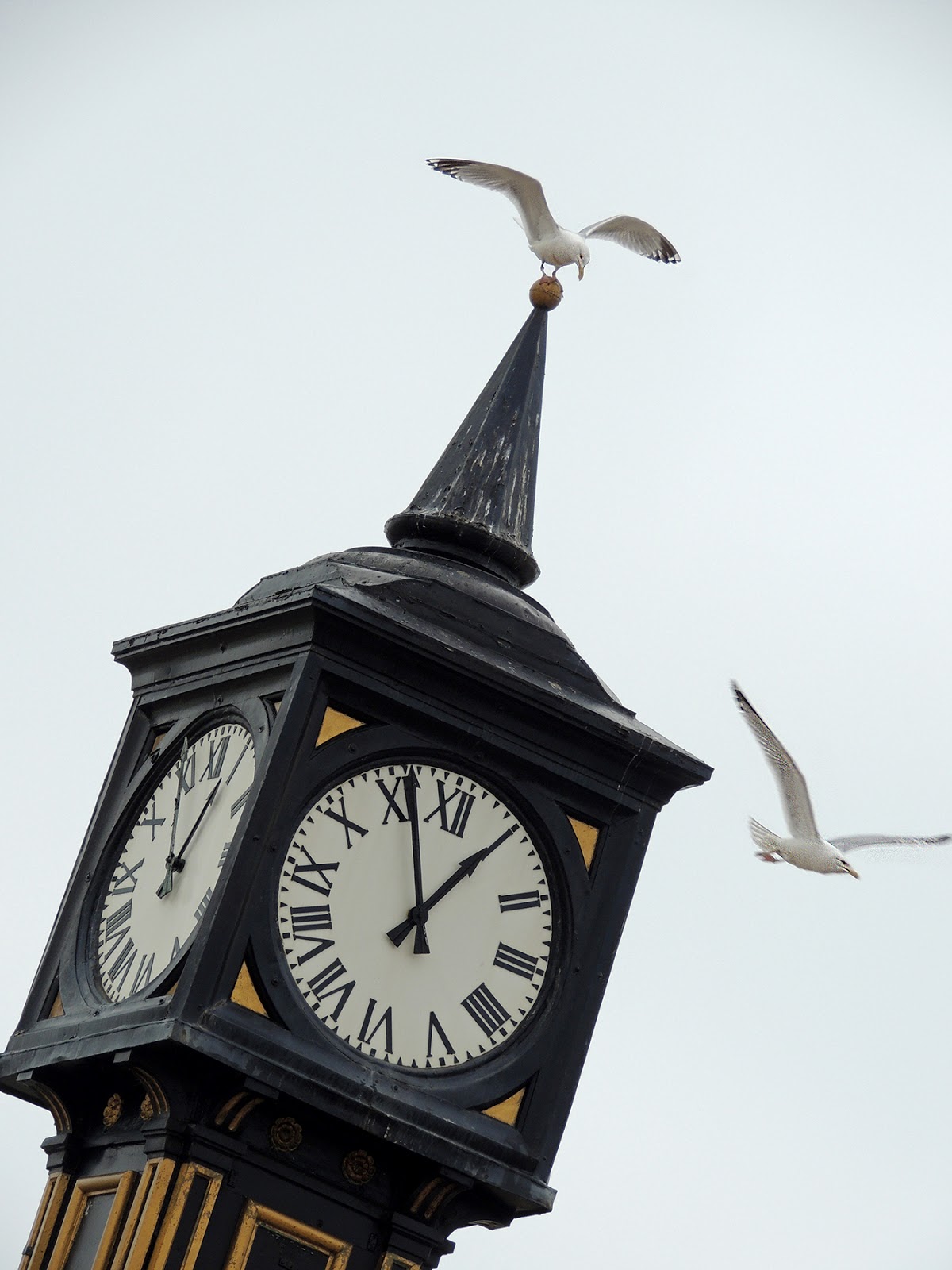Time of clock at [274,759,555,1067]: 12:56
